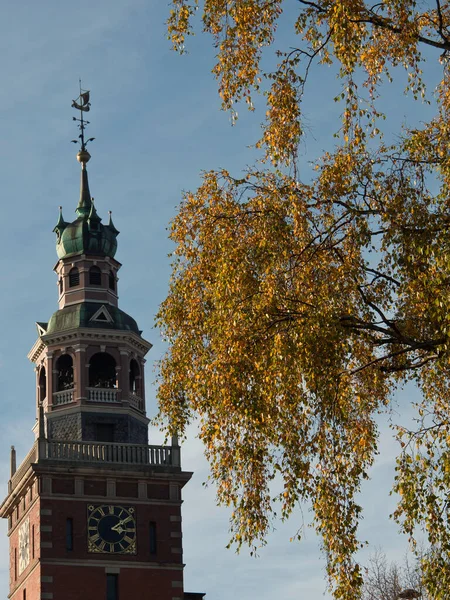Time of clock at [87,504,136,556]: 3:09
